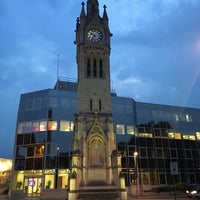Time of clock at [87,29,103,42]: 9:36
